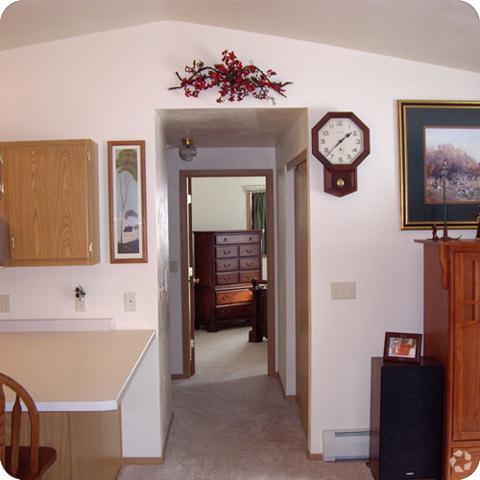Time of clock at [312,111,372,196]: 1:37
